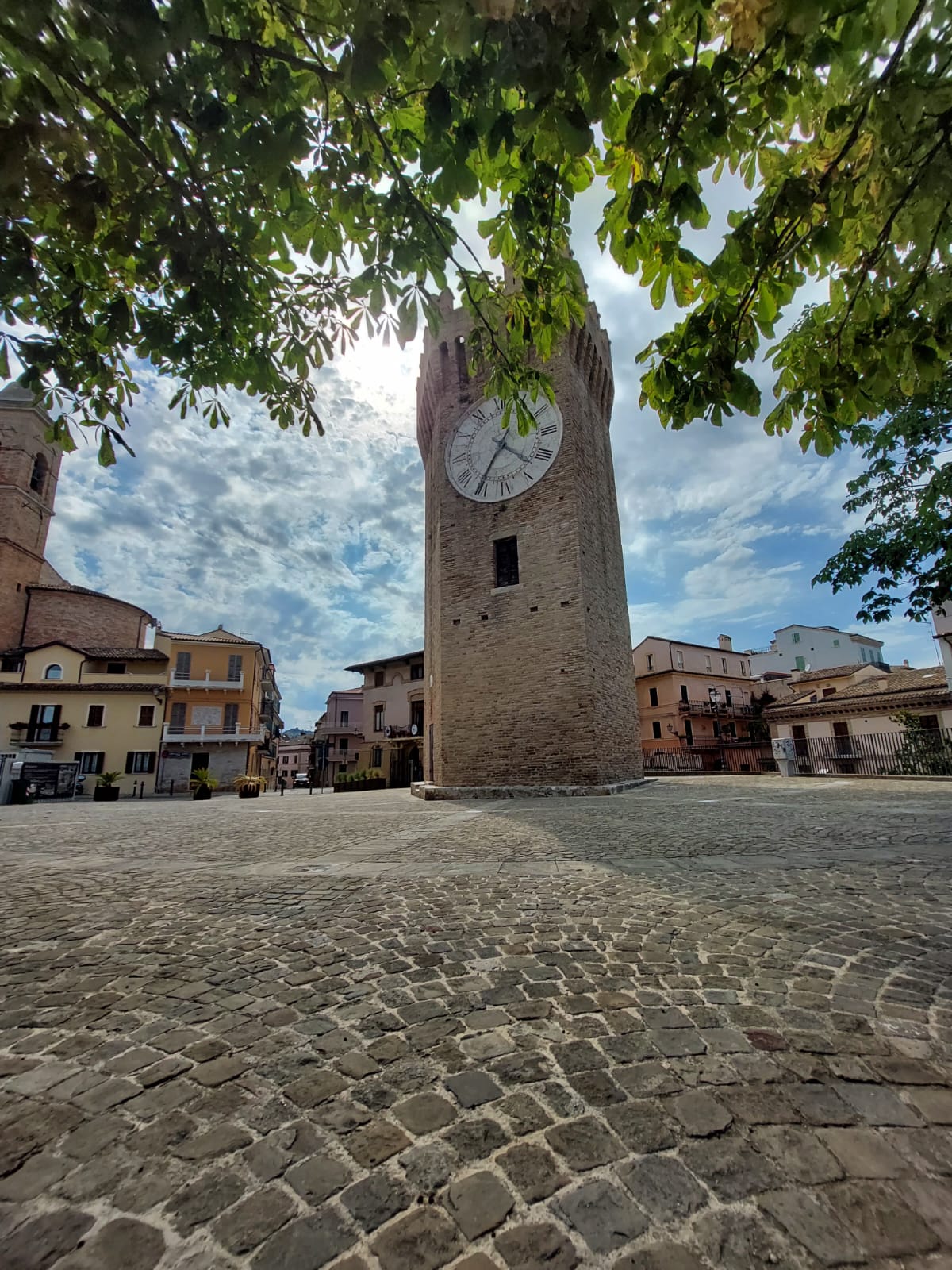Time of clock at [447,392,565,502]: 4:35
